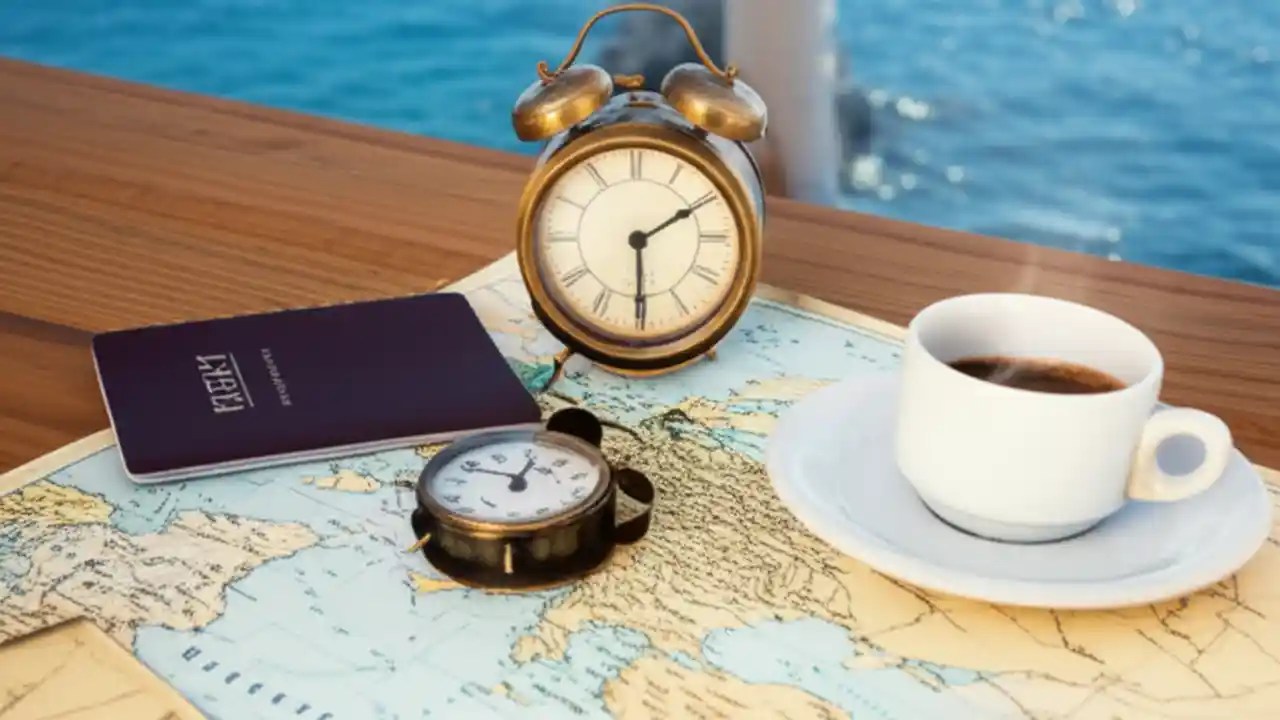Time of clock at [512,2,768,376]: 6:10
